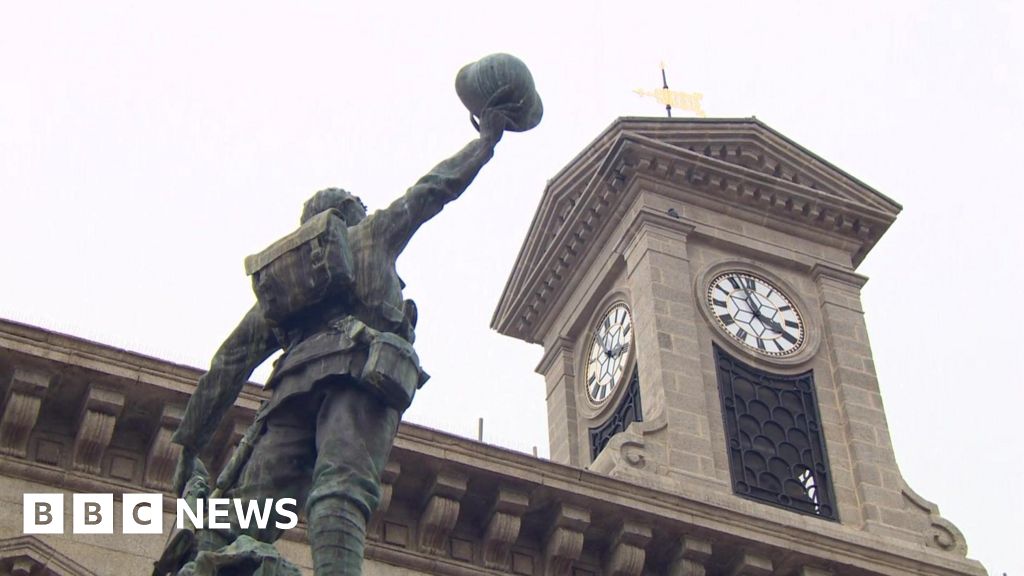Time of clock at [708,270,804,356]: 3:56
